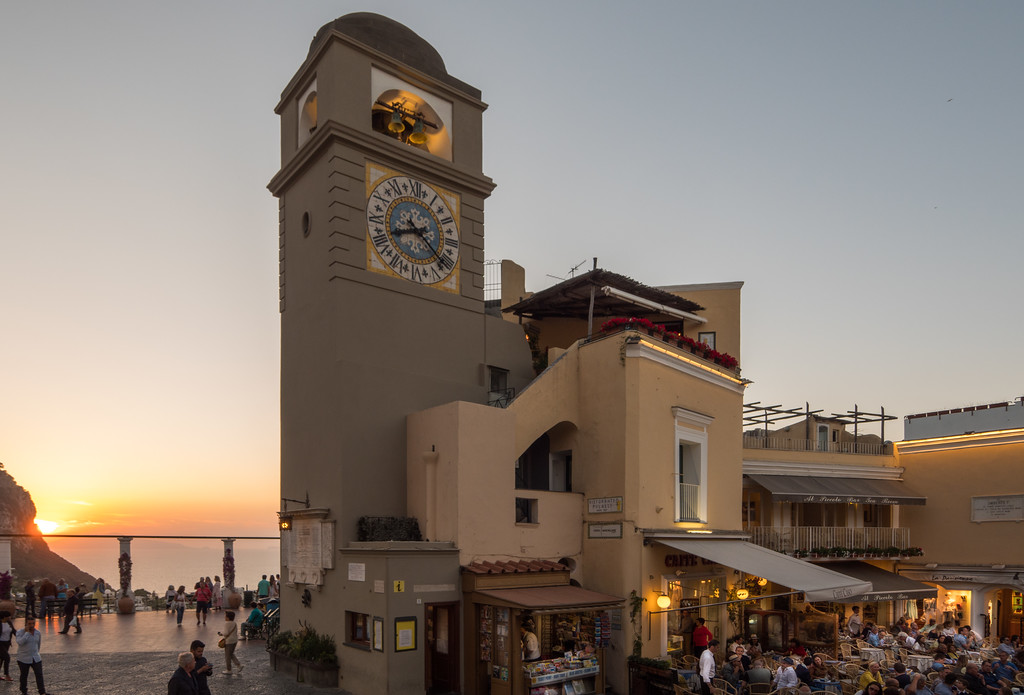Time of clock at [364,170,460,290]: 8:21
